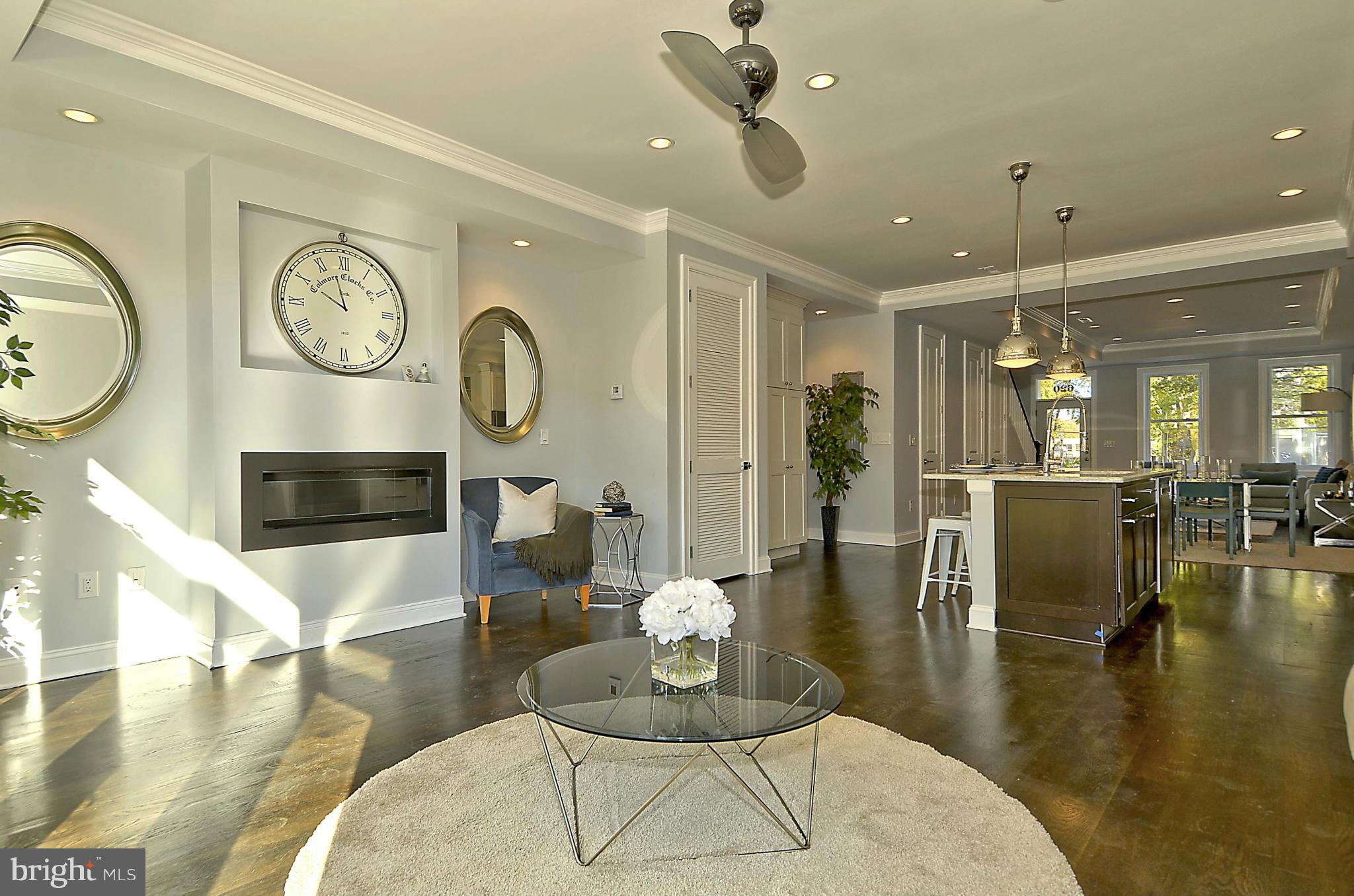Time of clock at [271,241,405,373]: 9:57
